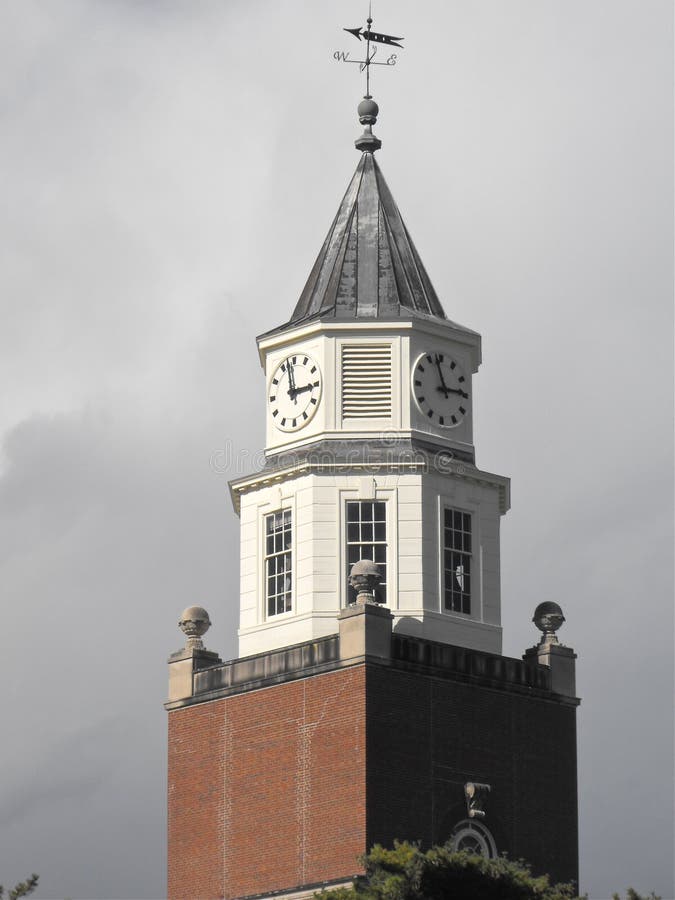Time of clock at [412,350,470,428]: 2:57
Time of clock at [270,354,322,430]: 2:57
